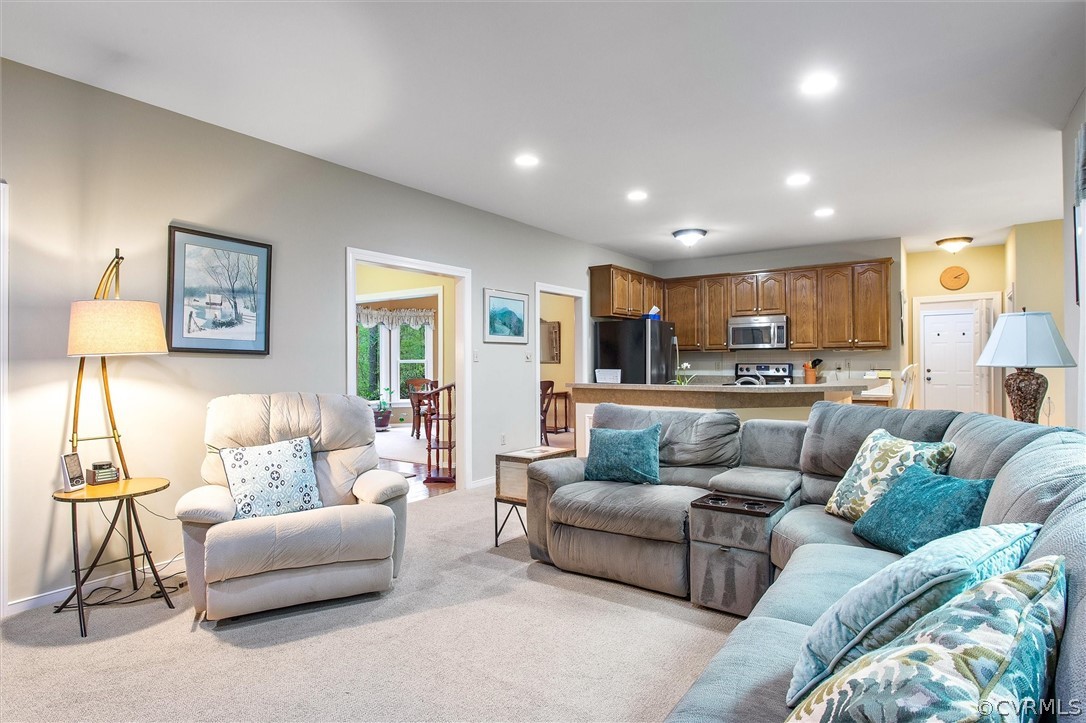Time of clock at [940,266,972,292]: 3:09
